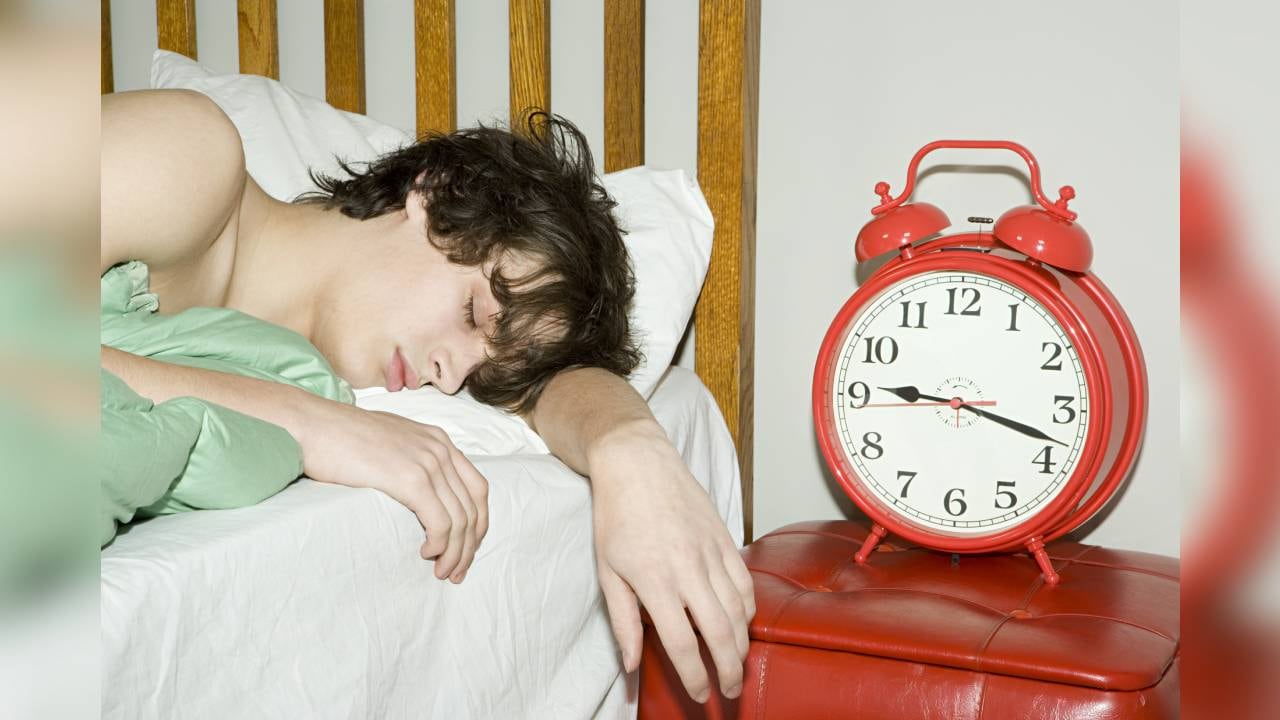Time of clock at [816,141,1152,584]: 9:17
